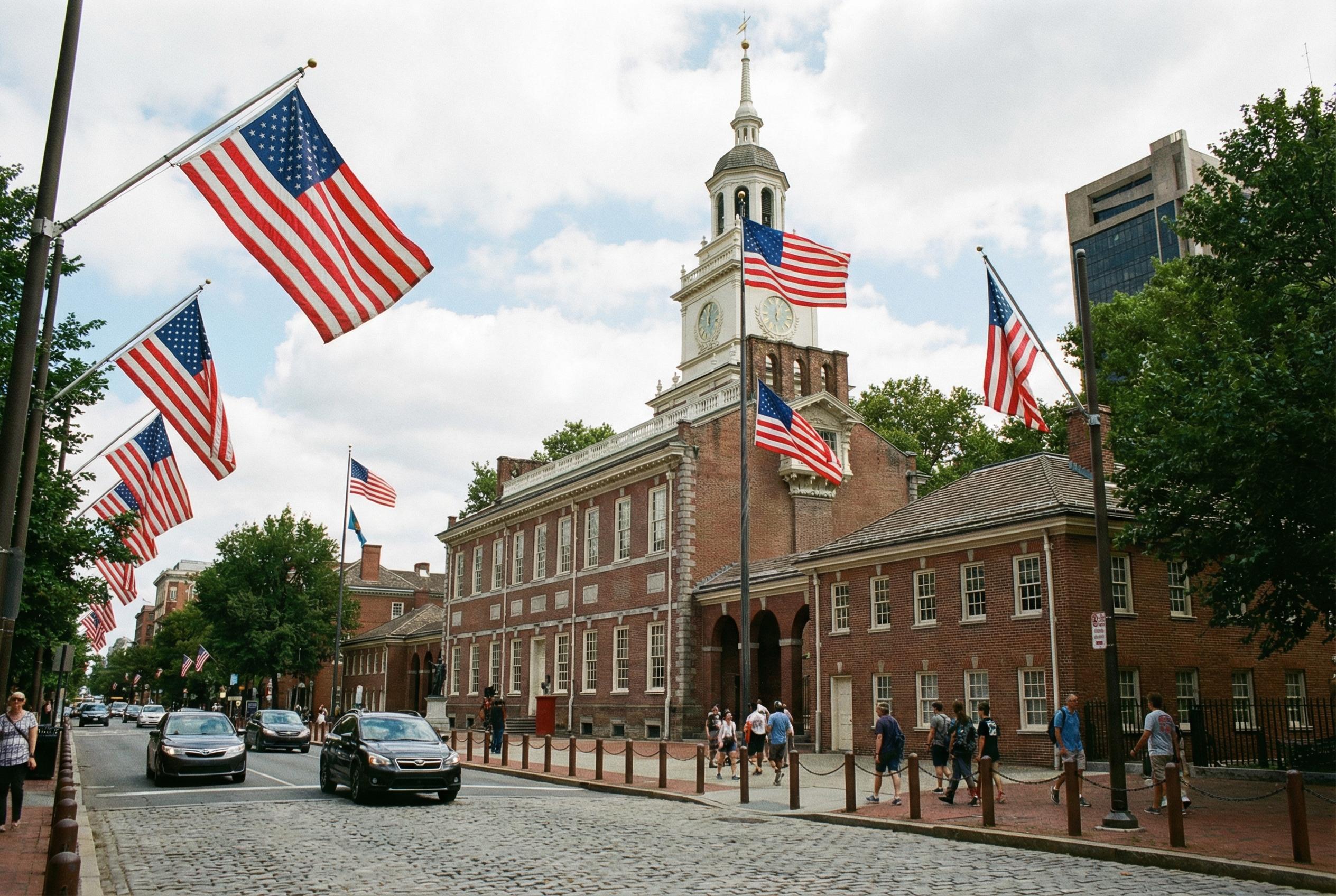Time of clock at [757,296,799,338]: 12:03
